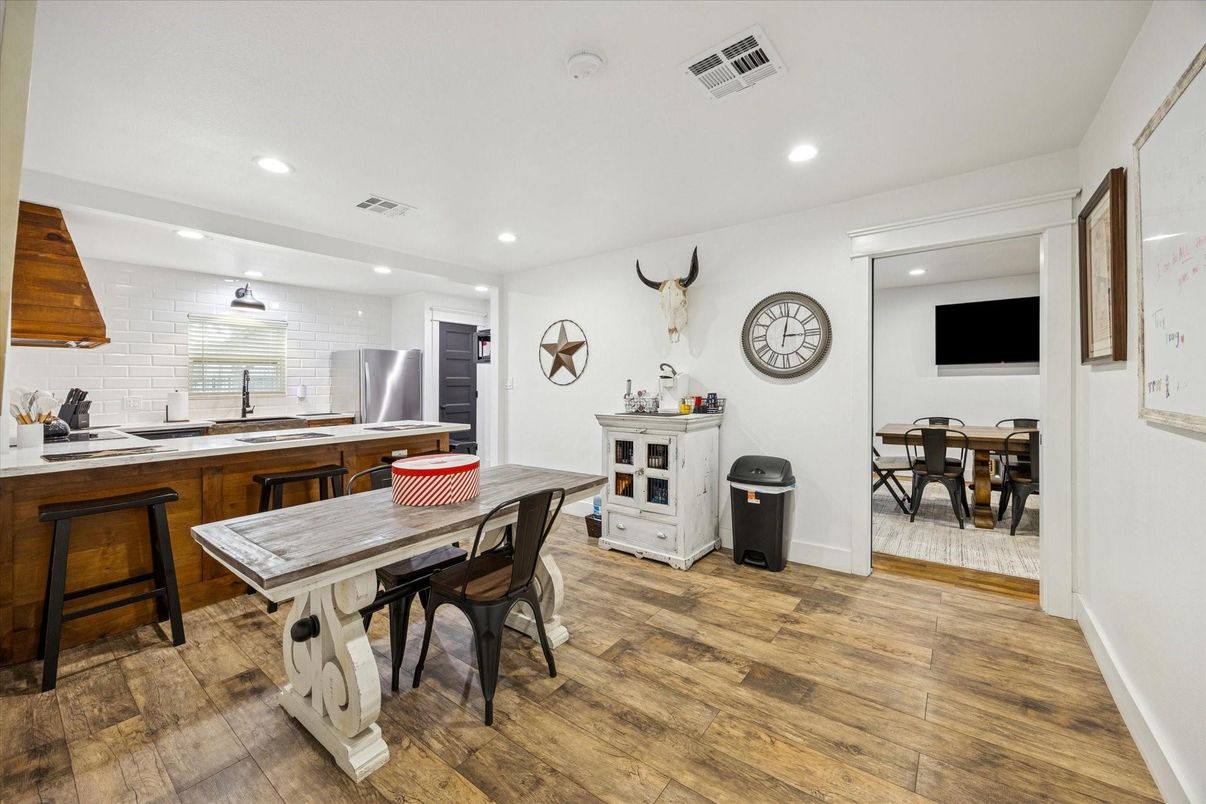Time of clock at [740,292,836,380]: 3:02
